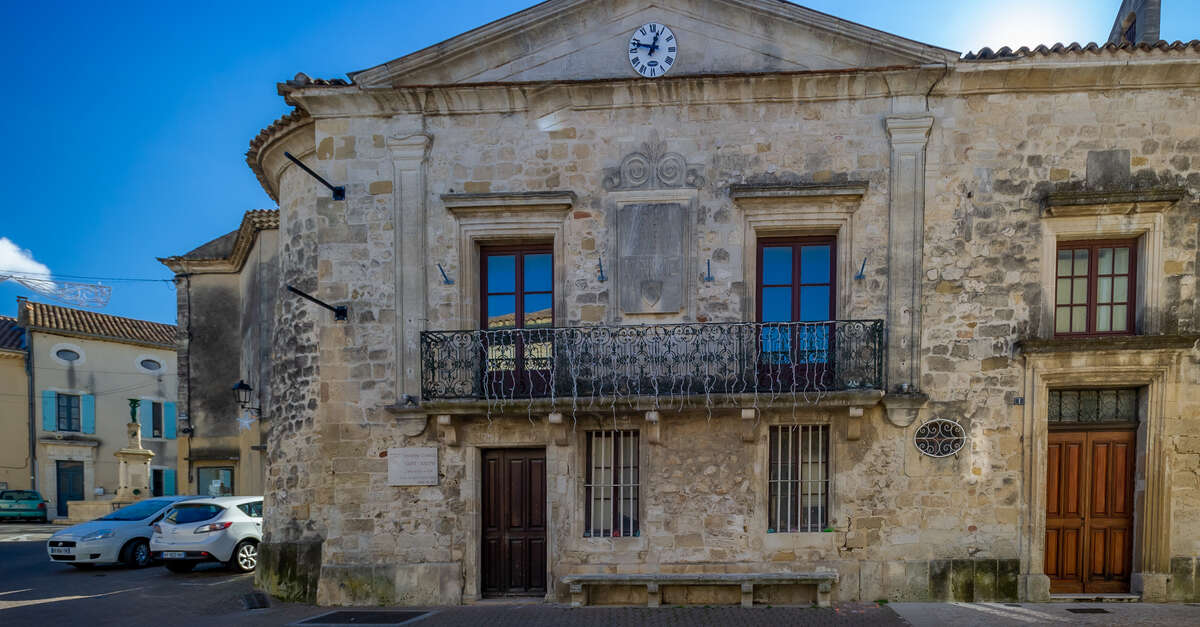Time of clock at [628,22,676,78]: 12:47
